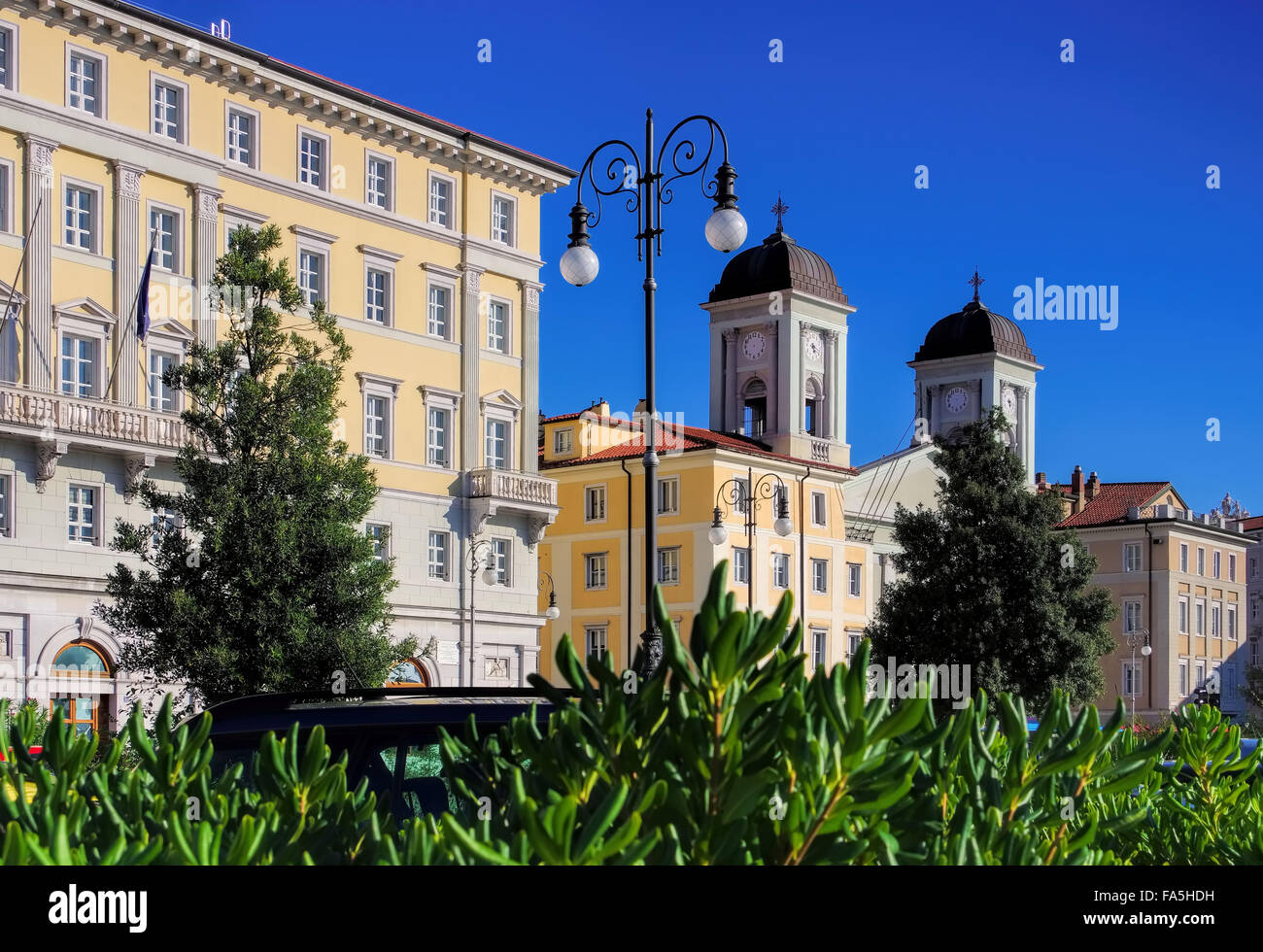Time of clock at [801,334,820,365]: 5:18
